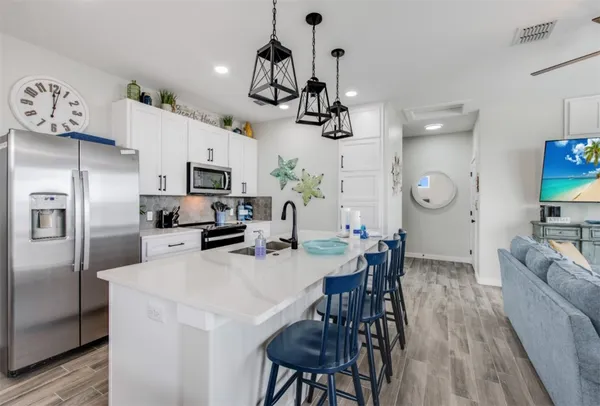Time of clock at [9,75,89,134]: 12:02
